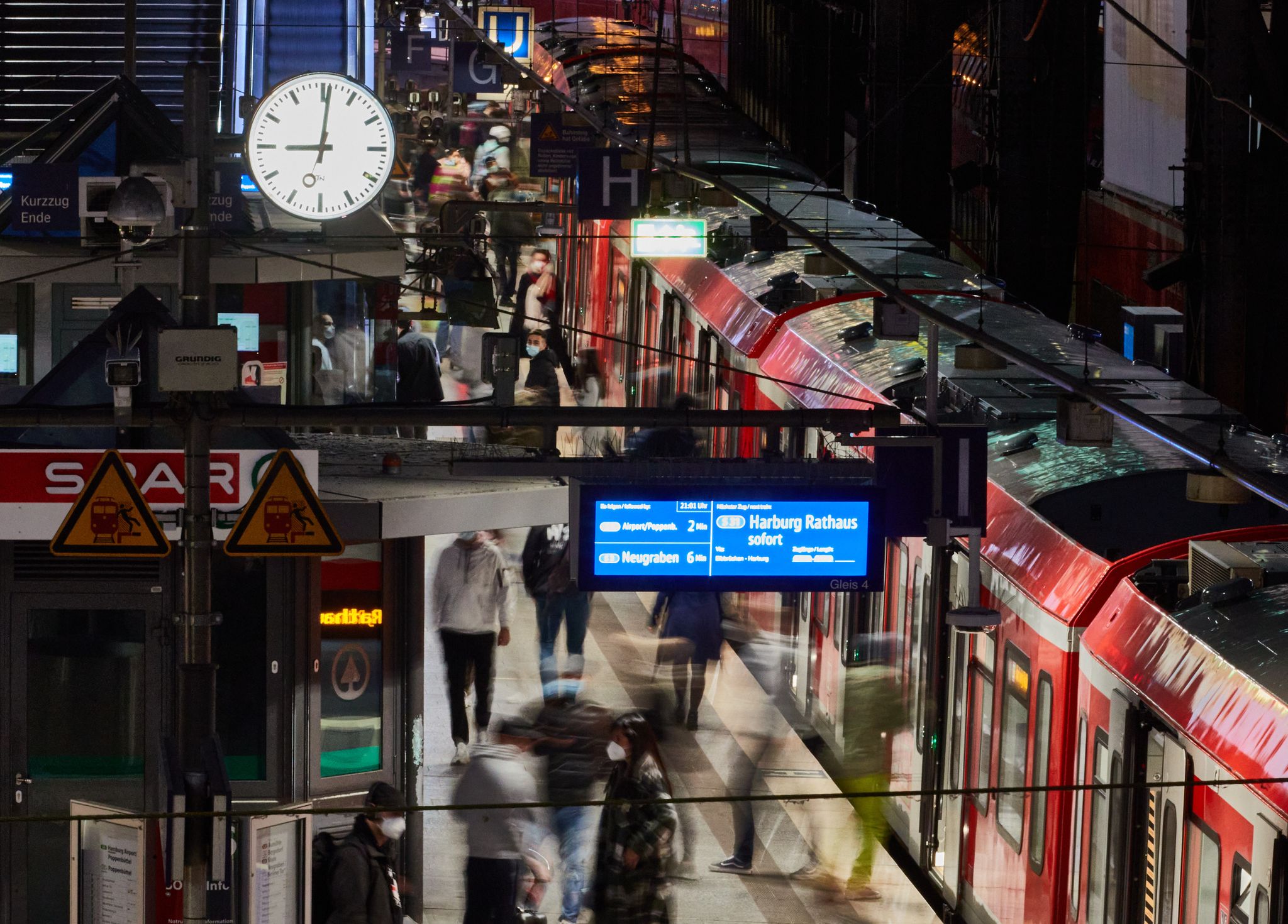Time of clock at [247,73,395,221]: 9:01
